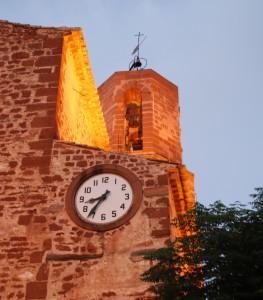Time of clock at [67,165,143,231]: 8:36
